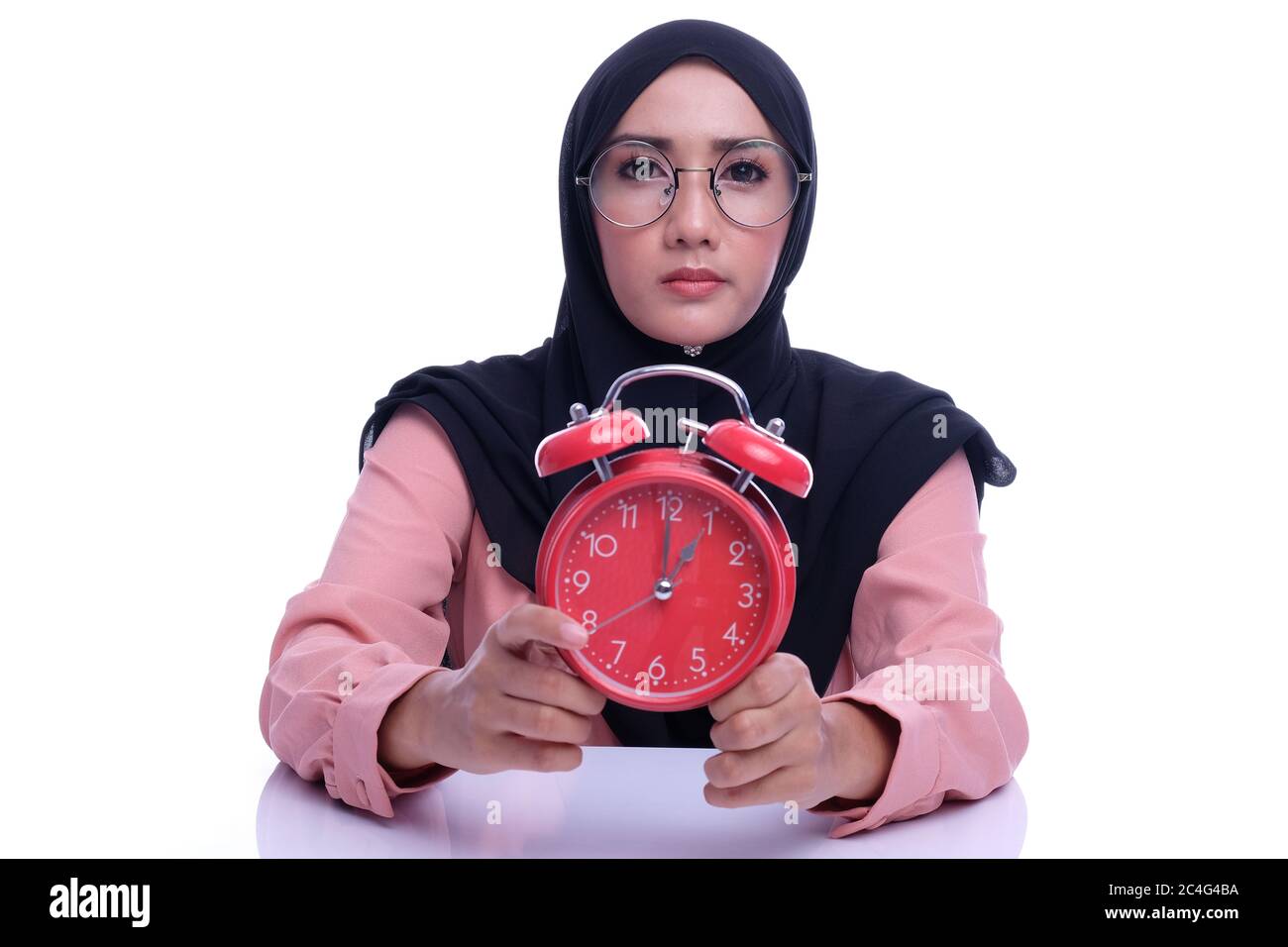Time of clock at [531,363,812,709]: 1:00
